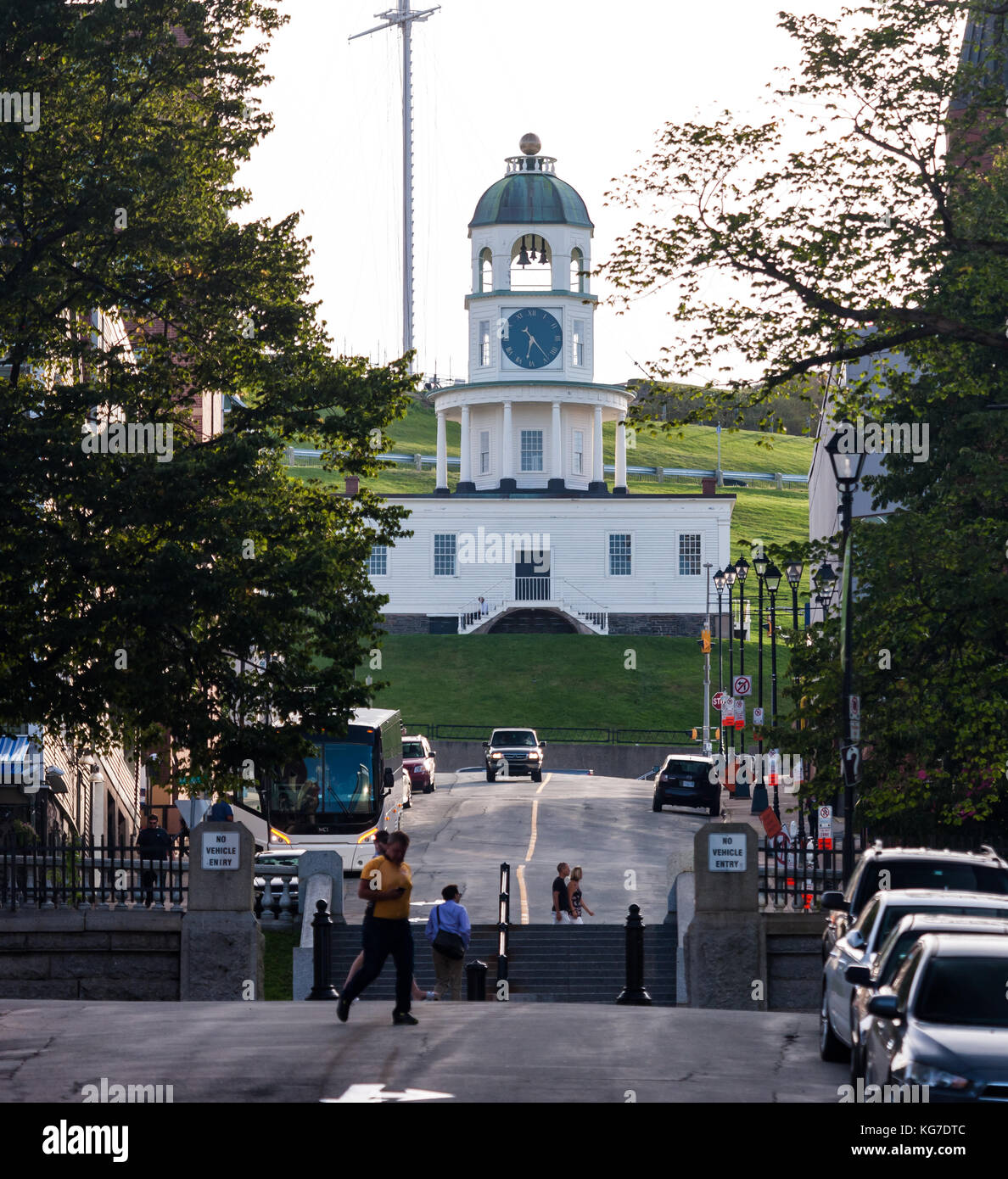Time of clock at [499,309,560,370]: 6:23
